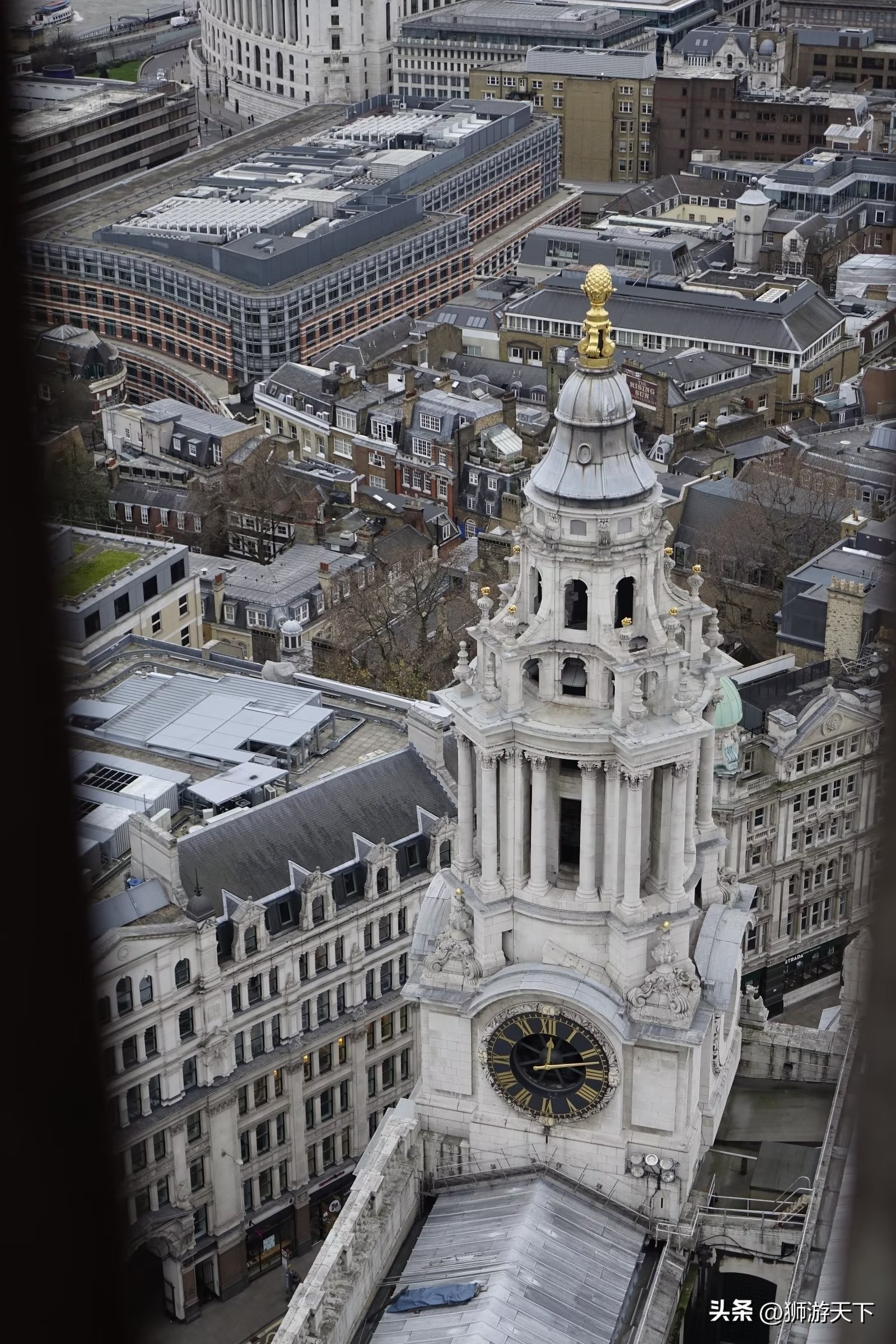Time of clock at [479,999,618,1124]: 12:12
